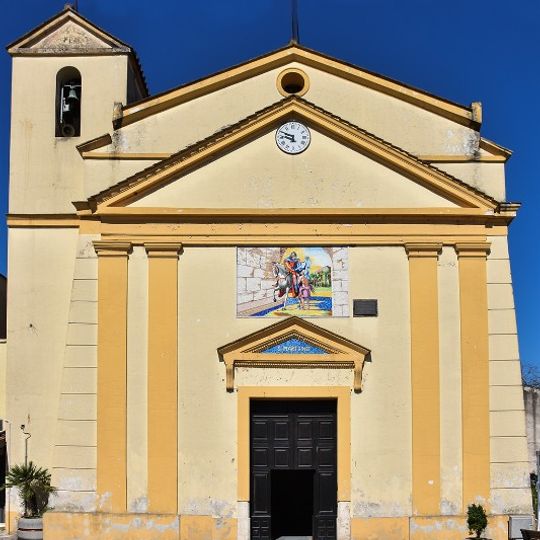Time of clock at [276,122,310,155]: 5:49
